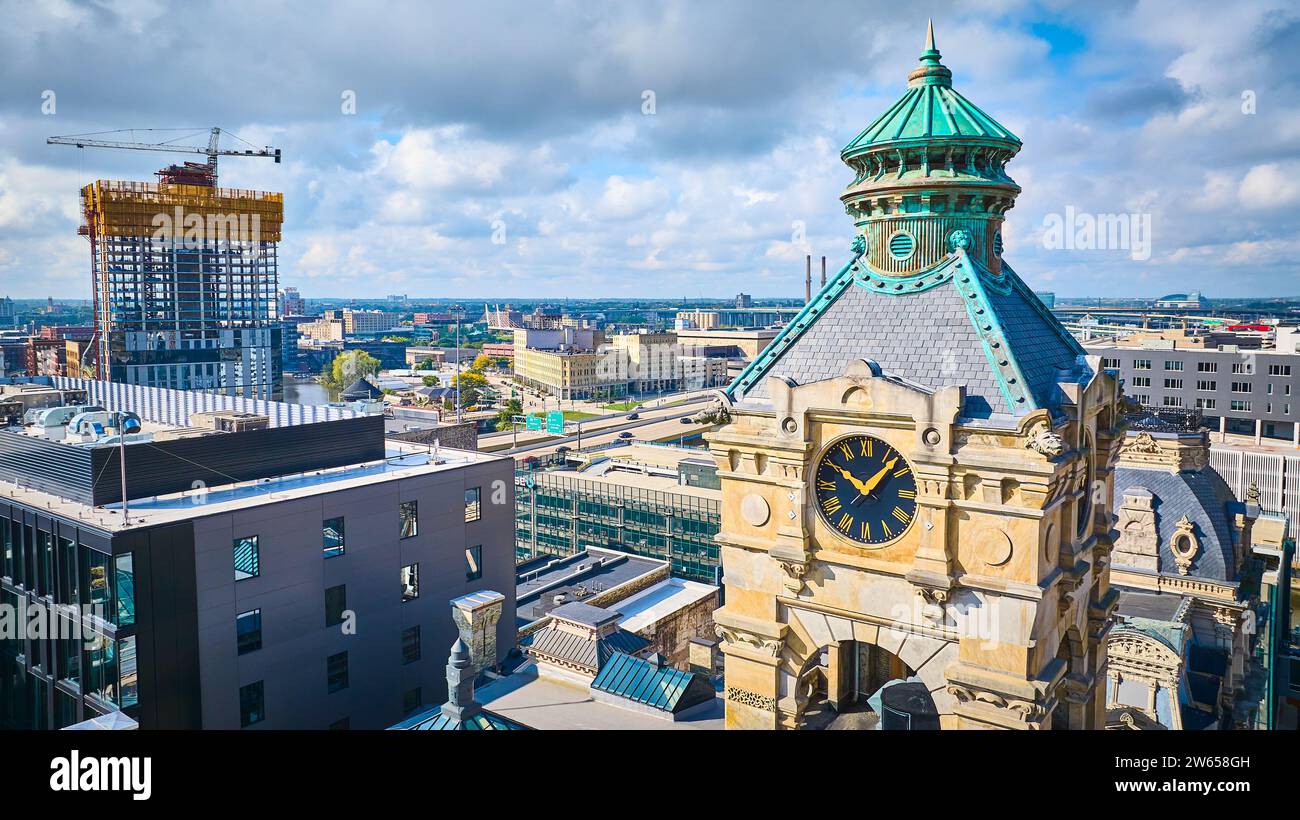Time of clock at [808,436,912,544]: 10:07
